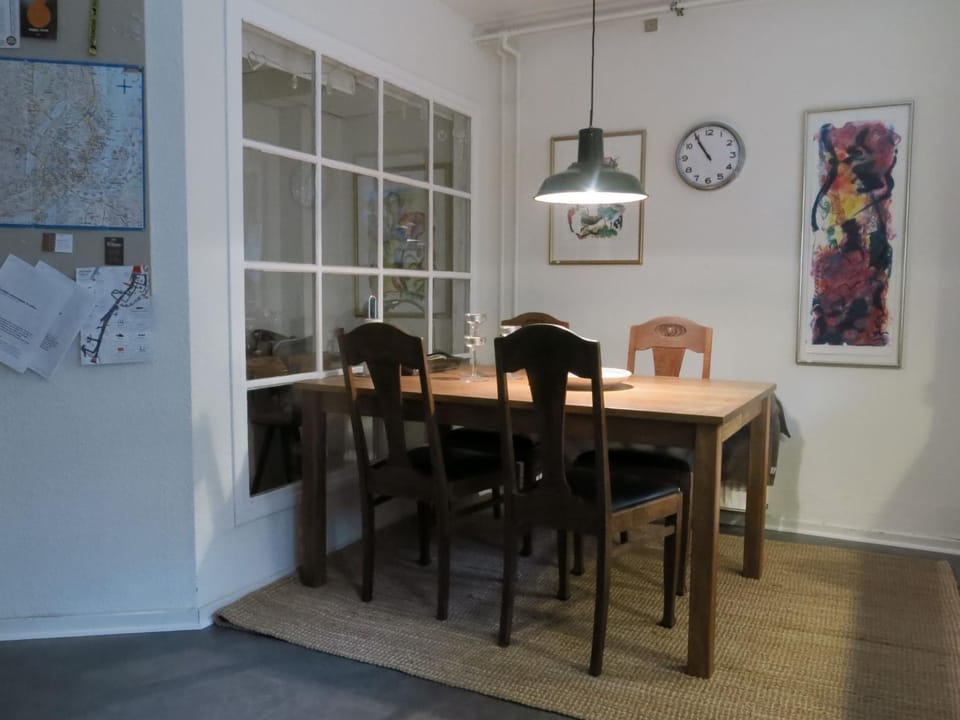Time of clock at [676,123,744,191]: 10:54
